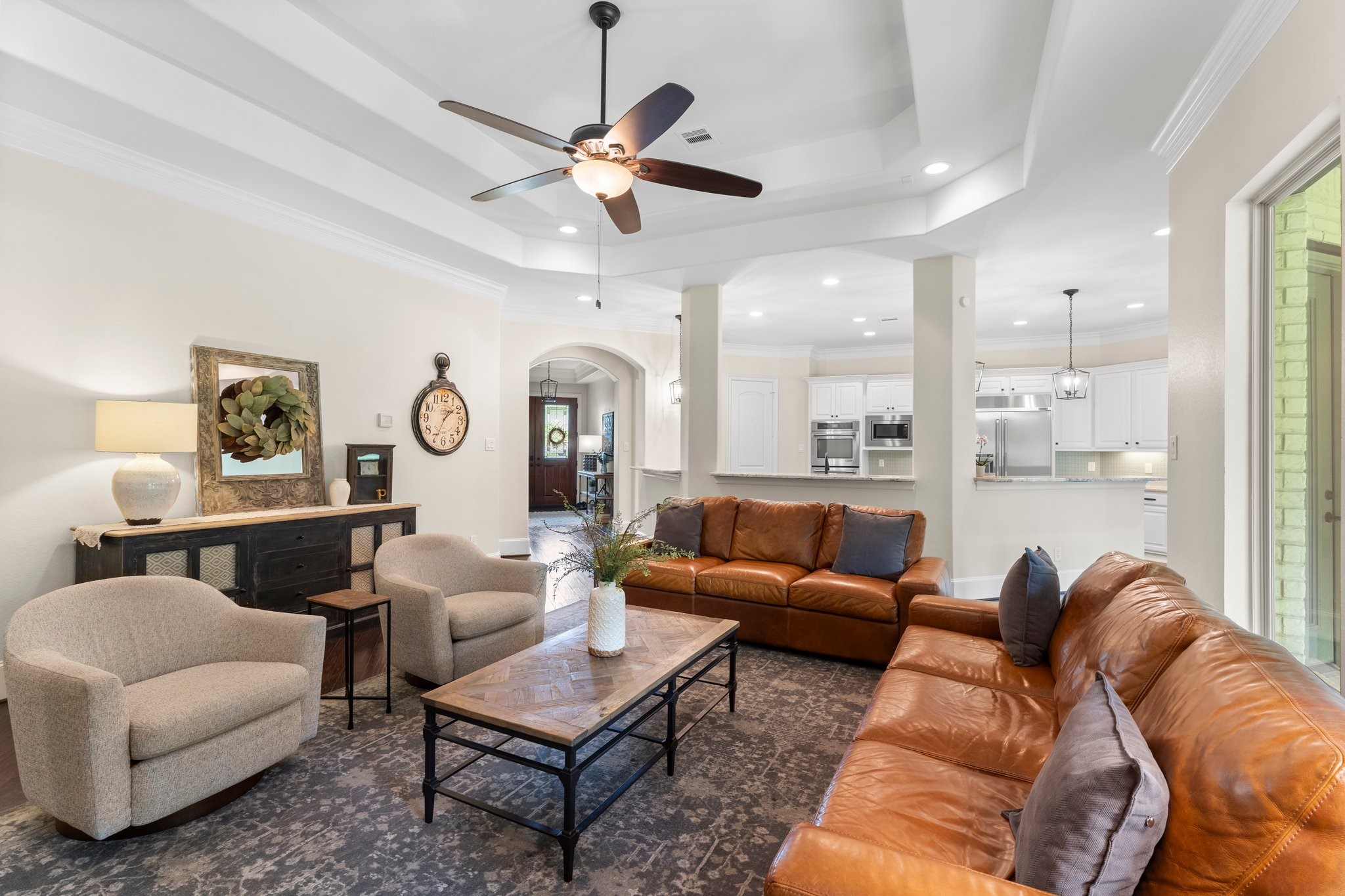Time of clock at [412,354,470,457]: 1:34
